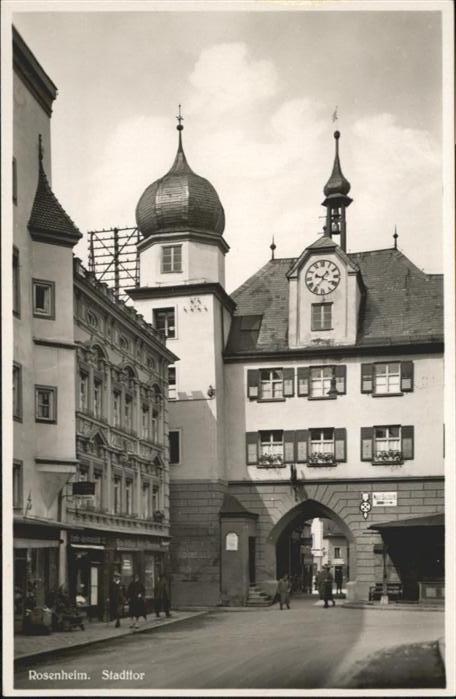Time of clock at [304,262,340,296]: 9:36
